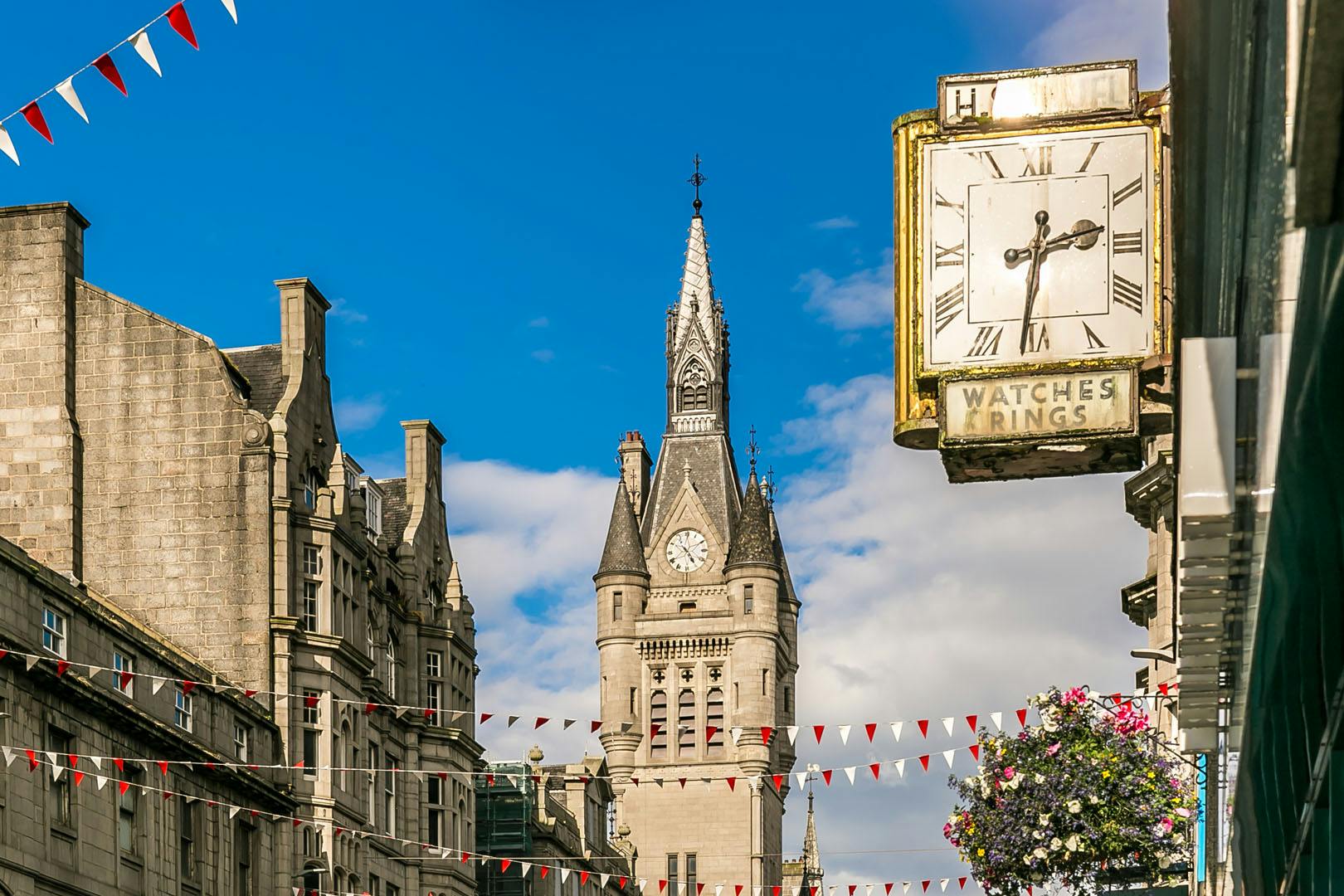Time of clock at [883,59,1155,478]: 2:31
